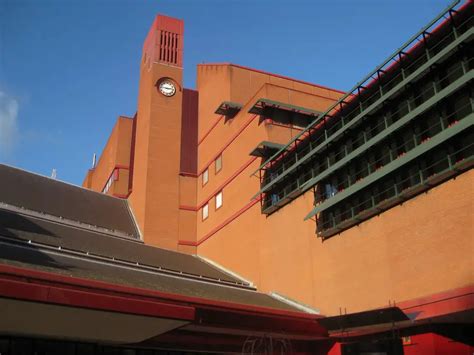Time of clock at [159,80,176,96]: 2:46
